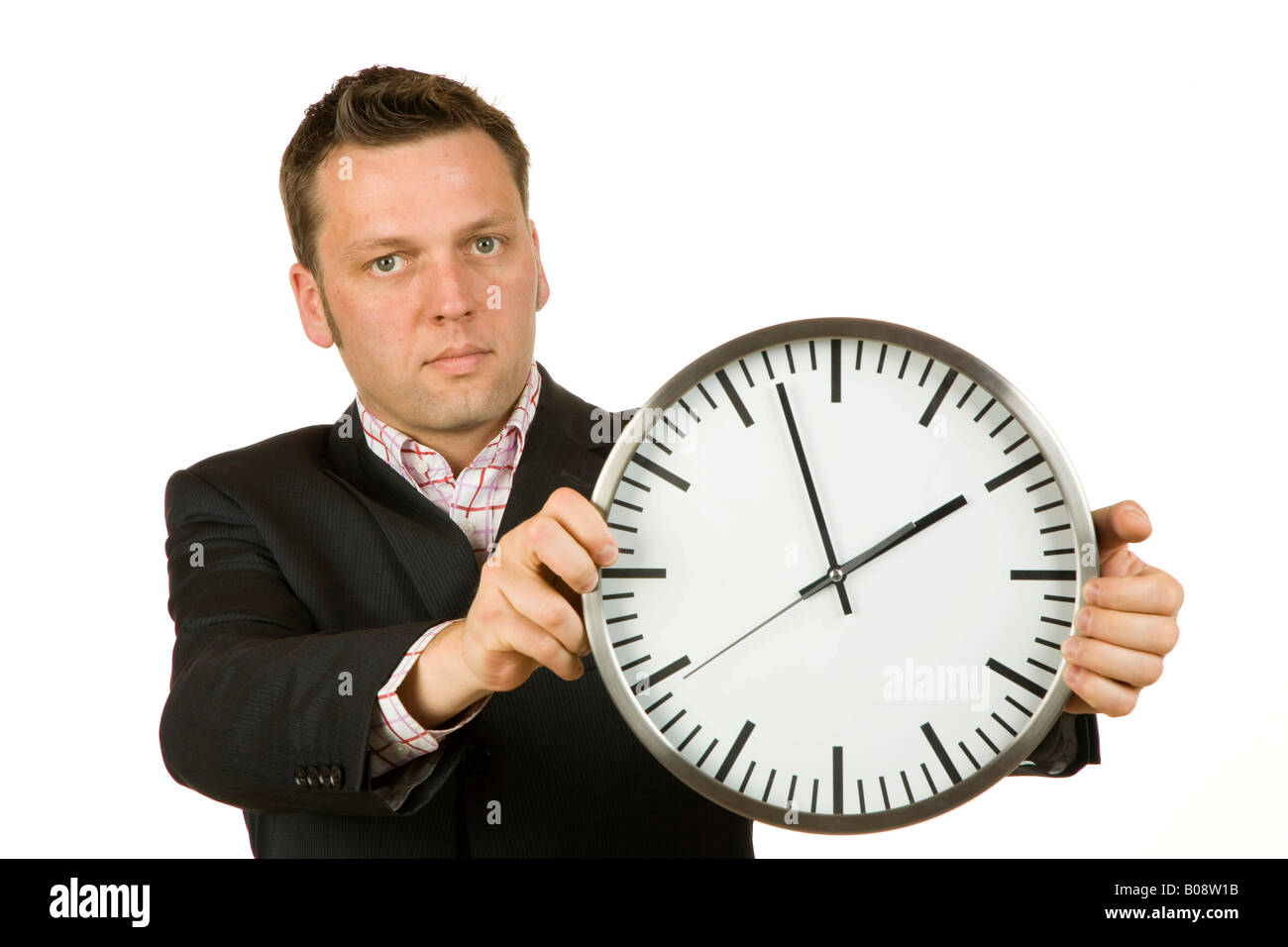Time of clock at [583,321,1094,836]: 1:57
